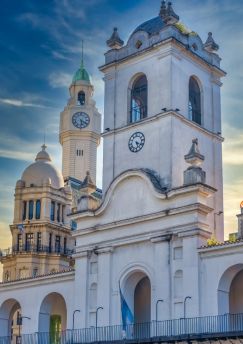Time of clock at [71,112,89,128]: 5:19
